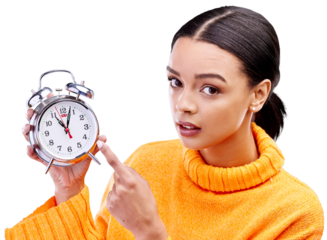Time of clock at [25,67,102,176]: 11:03
